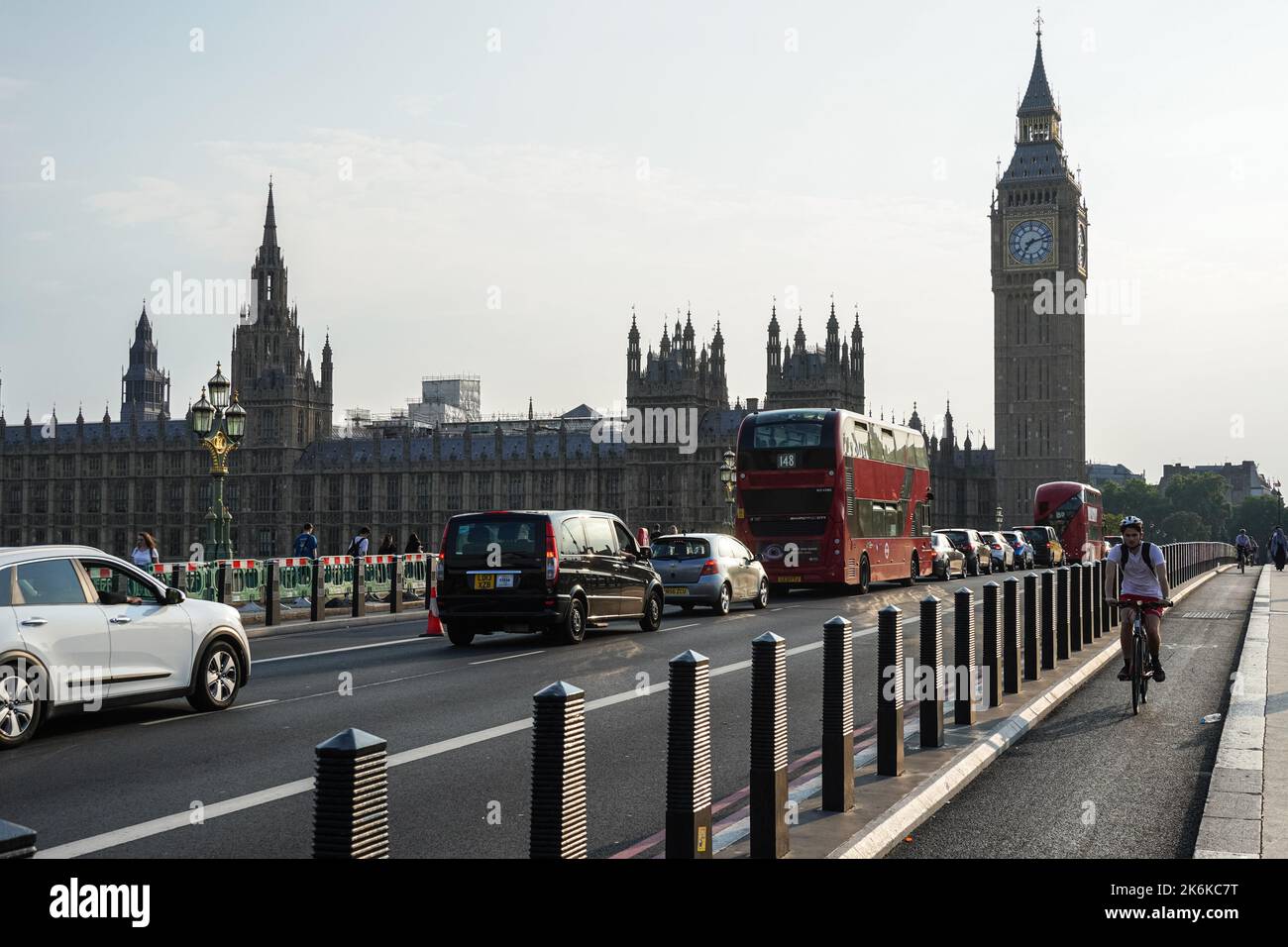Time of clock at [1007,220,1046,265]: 7:12
